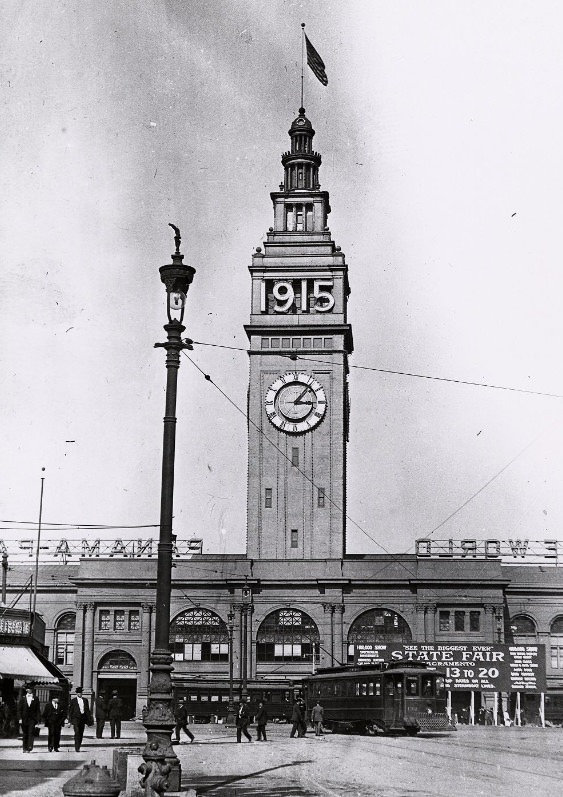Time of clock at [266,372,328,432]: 3:06
